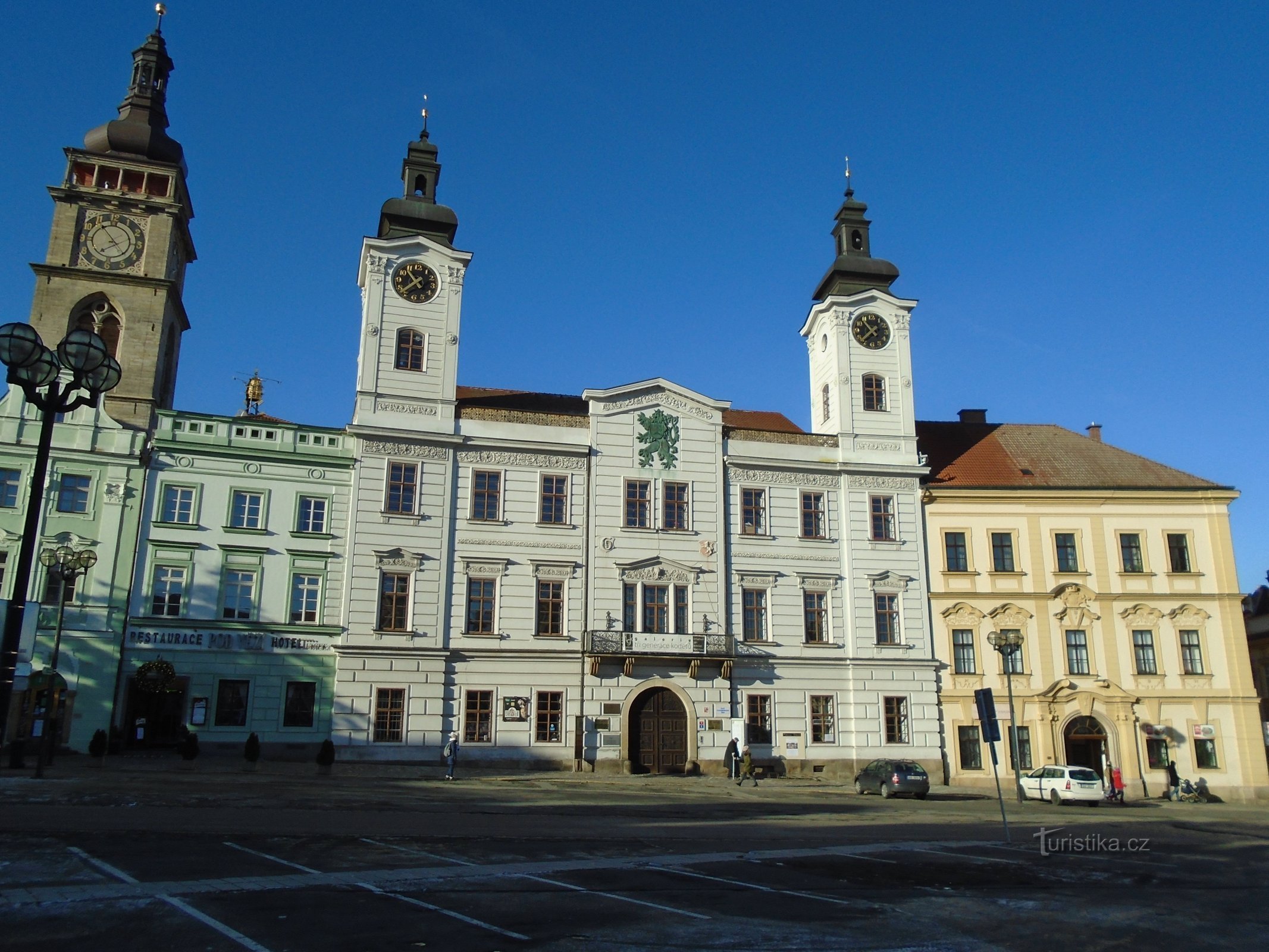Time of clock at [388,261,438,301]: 10:37
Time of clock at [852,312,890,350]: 10:37
